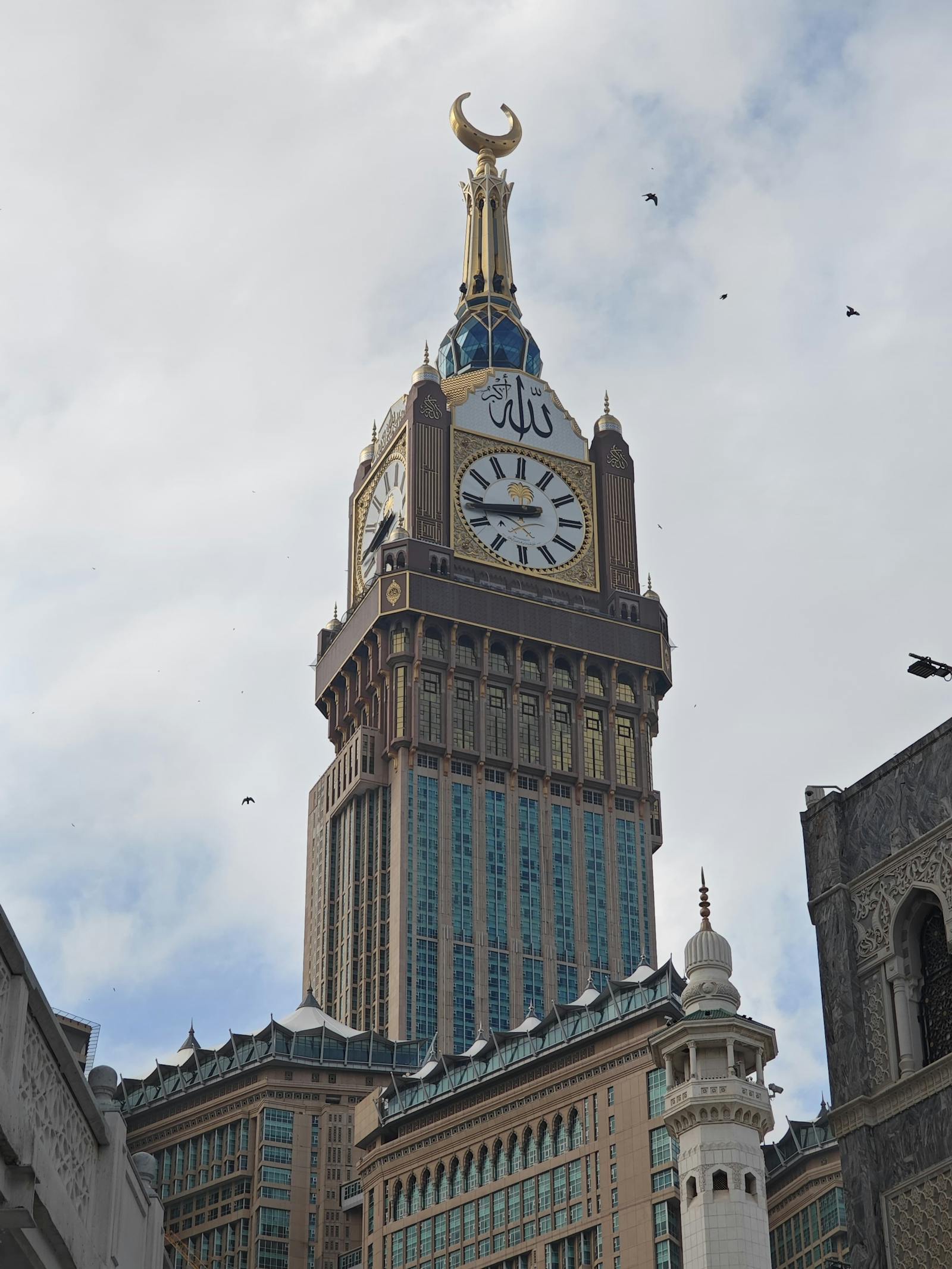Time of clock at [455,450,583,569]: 8:43
